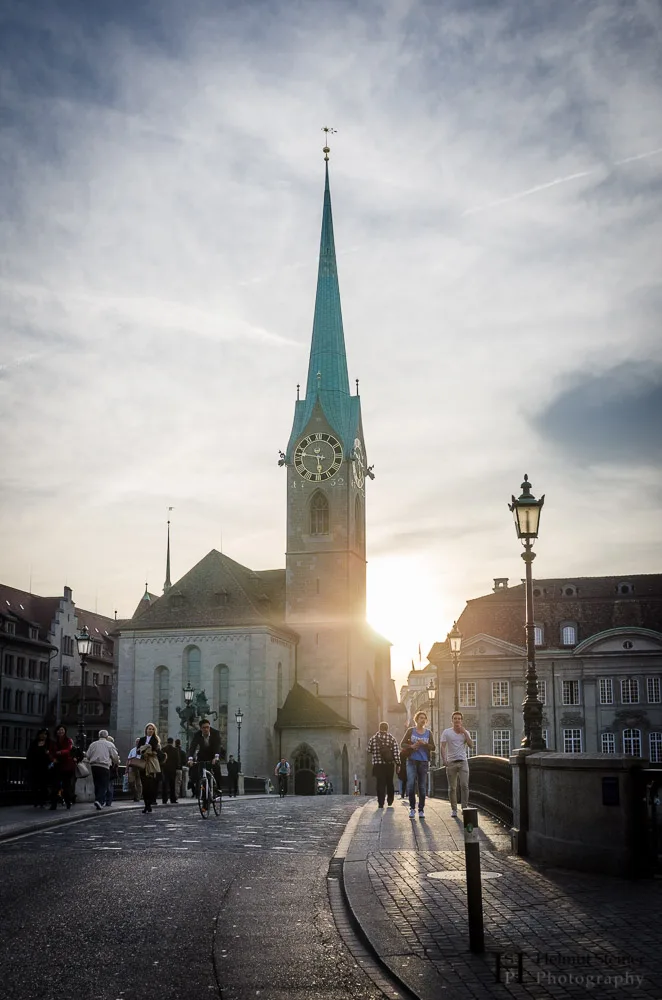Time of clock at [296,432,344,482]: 5:46
